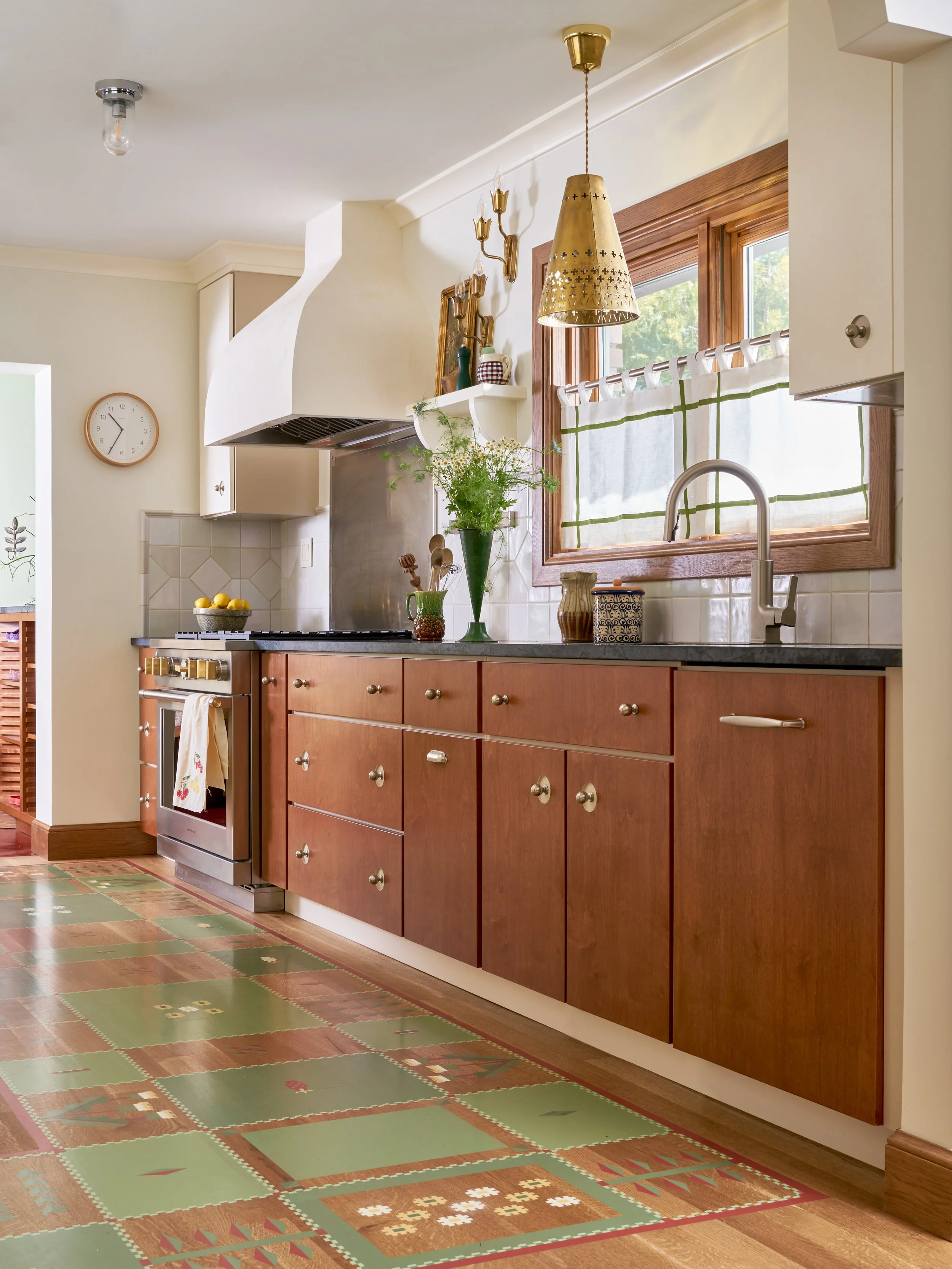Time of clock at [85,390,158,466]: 10:34
